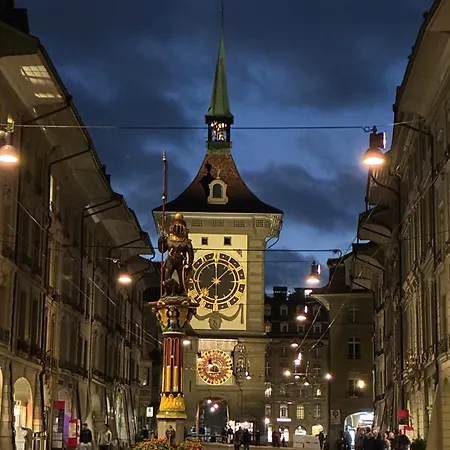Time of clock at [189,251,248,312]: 12:07
